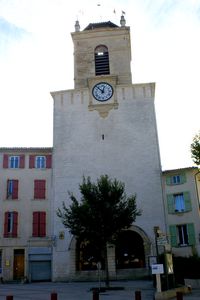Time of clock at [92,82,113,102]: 12:53
